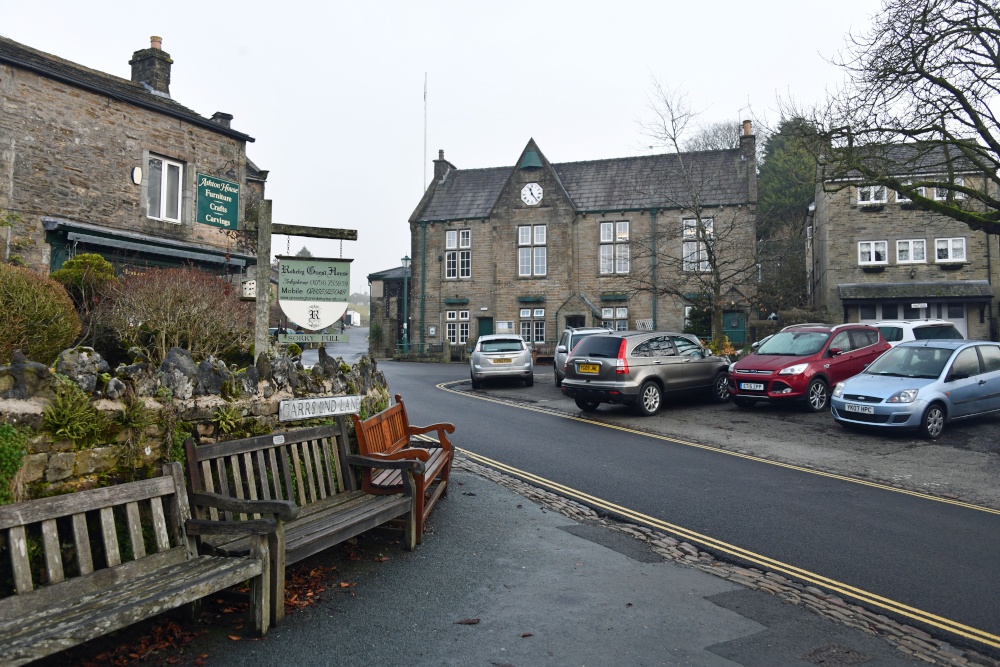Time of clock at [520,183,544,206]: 11:23
